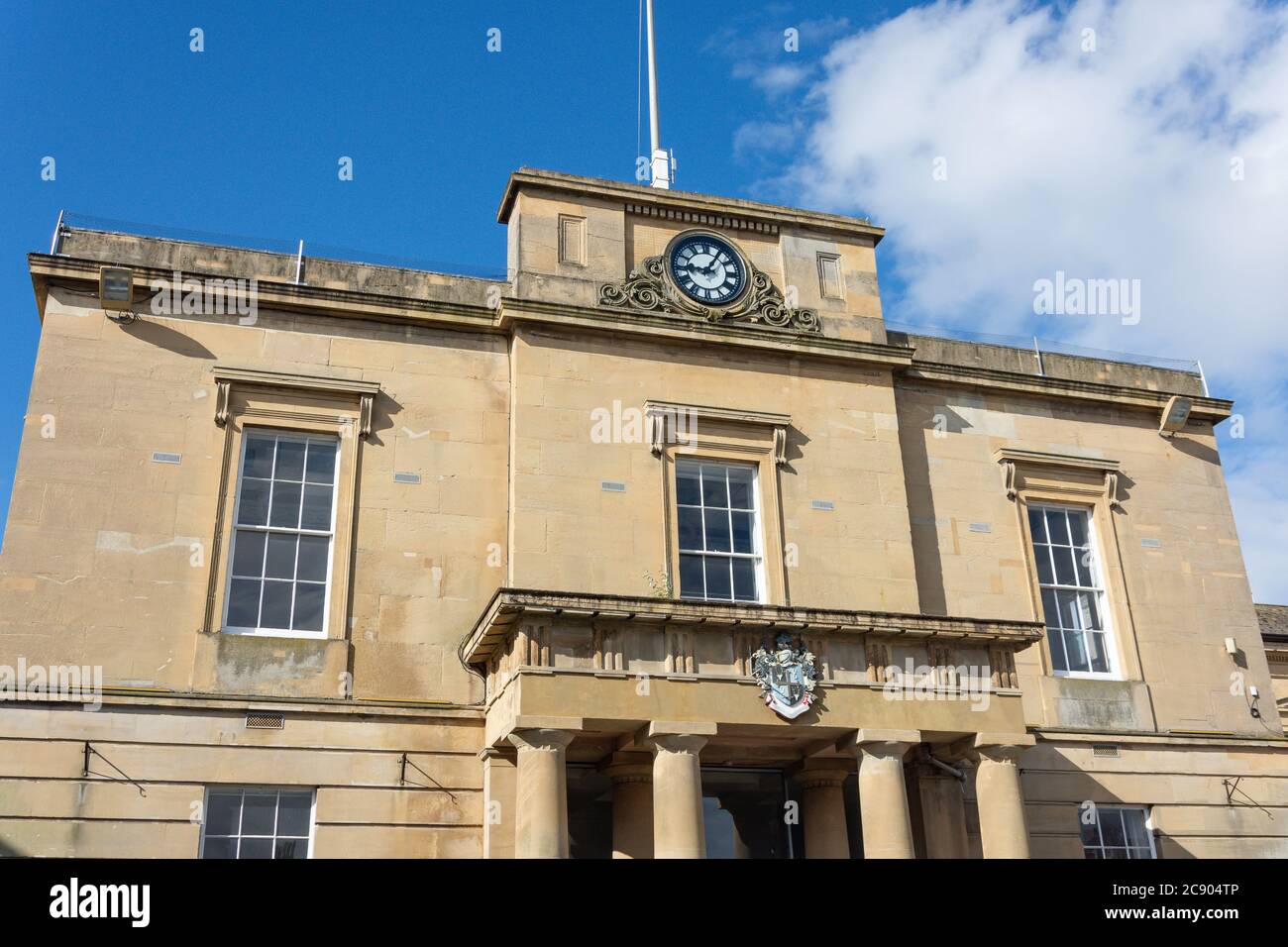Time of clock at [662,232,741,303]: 9:05
